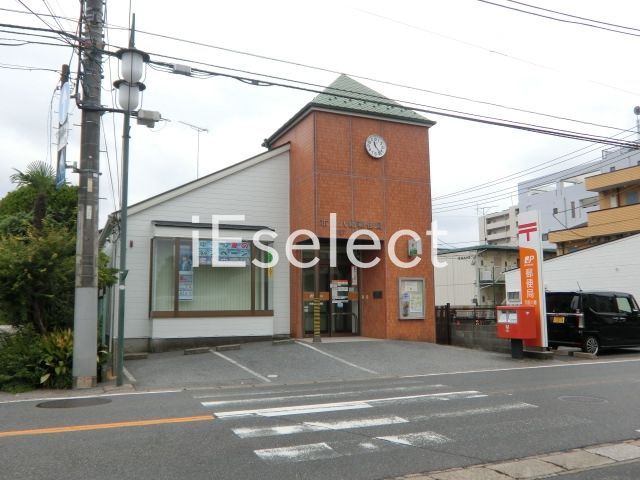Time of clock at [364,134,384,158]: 11:23
